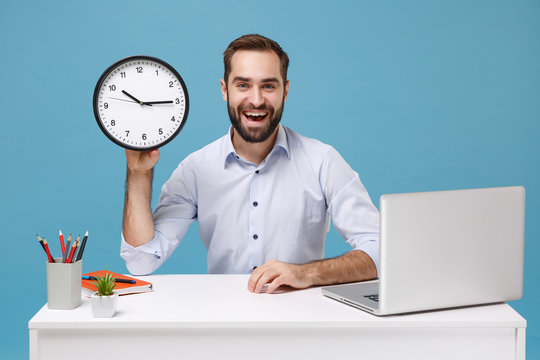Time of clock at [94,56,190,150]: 10:14
